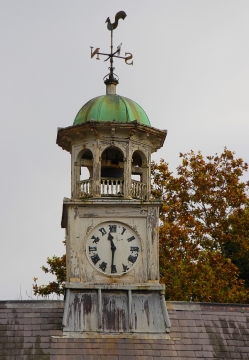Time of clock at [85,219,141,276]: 11:30
